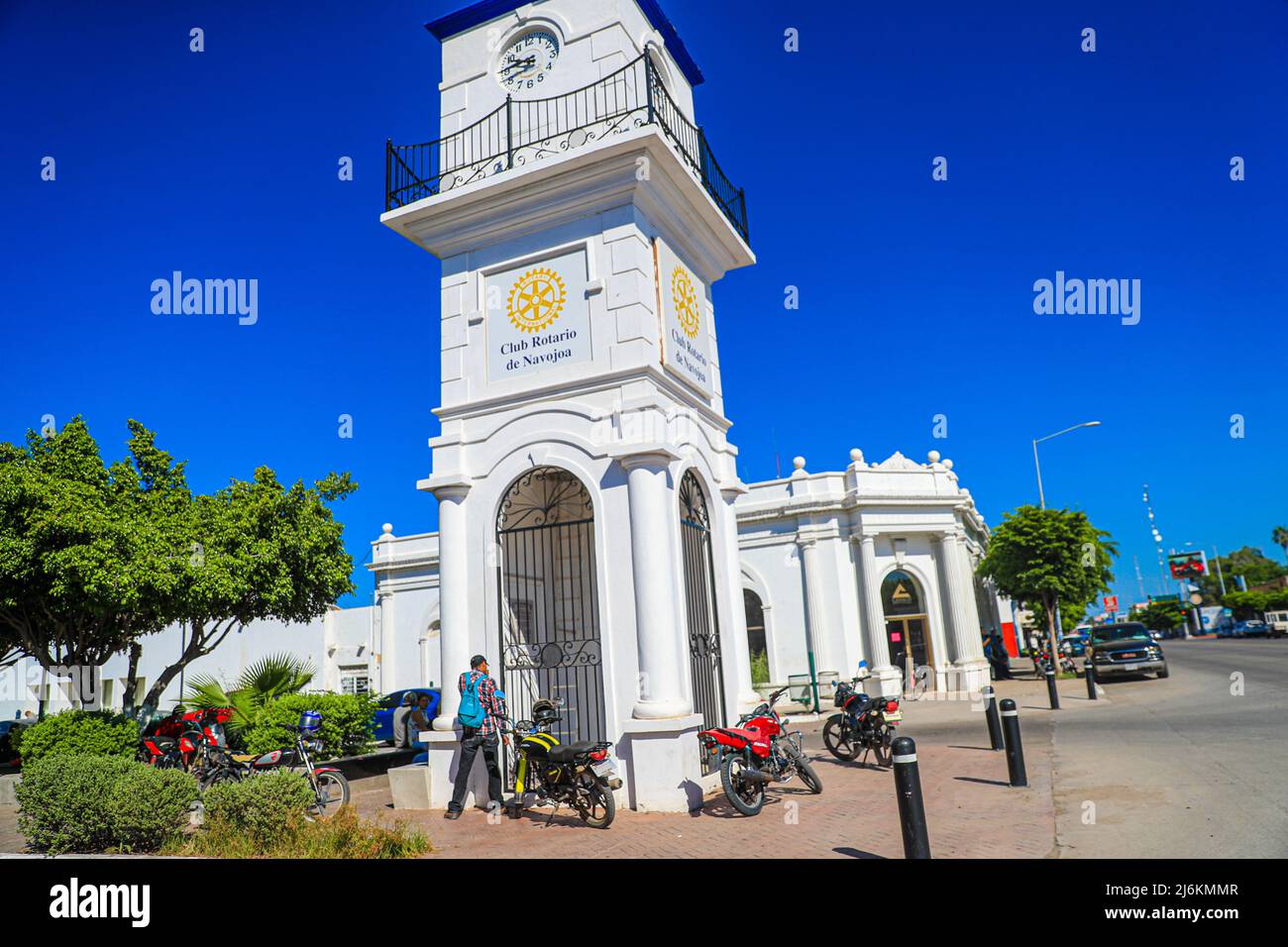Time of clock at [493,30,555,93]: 9:45
